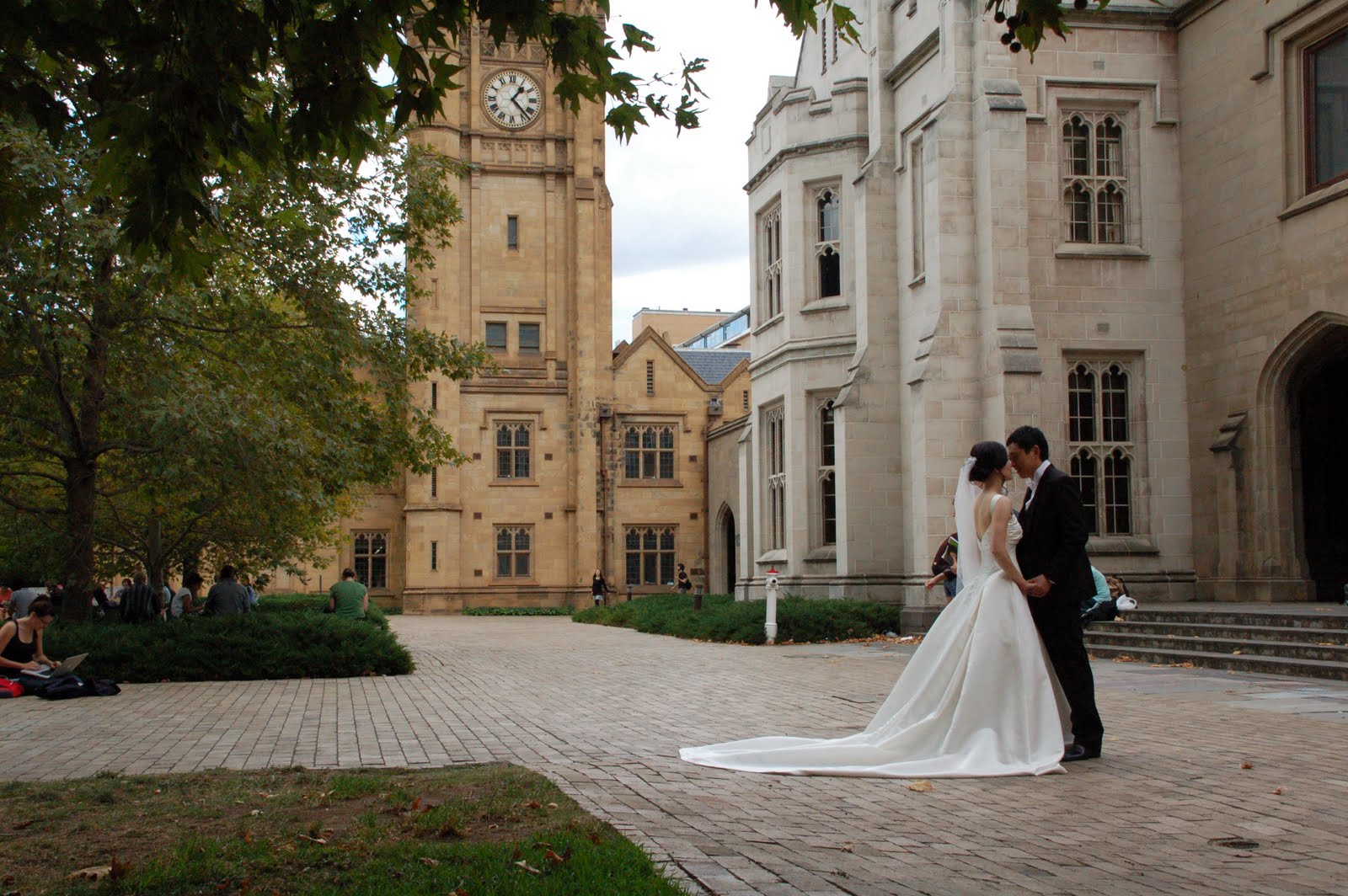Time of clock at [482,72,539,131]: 1:22
